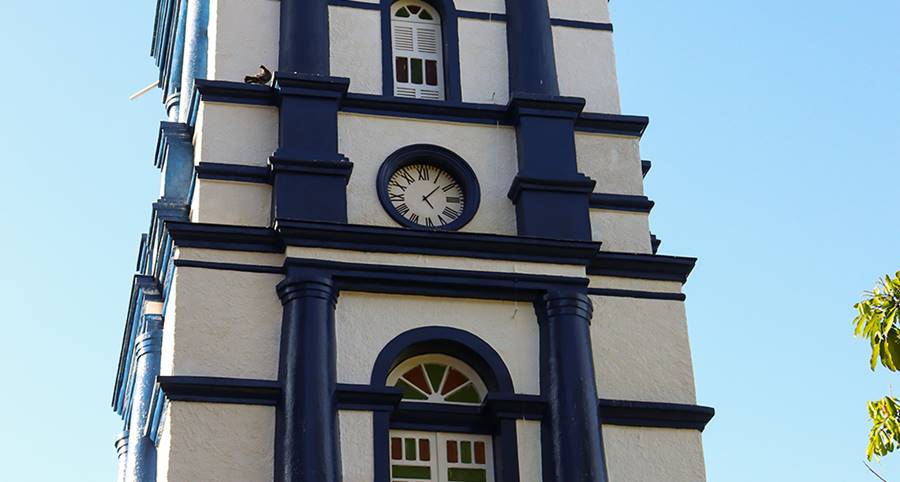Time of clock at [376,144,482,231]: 5:07
